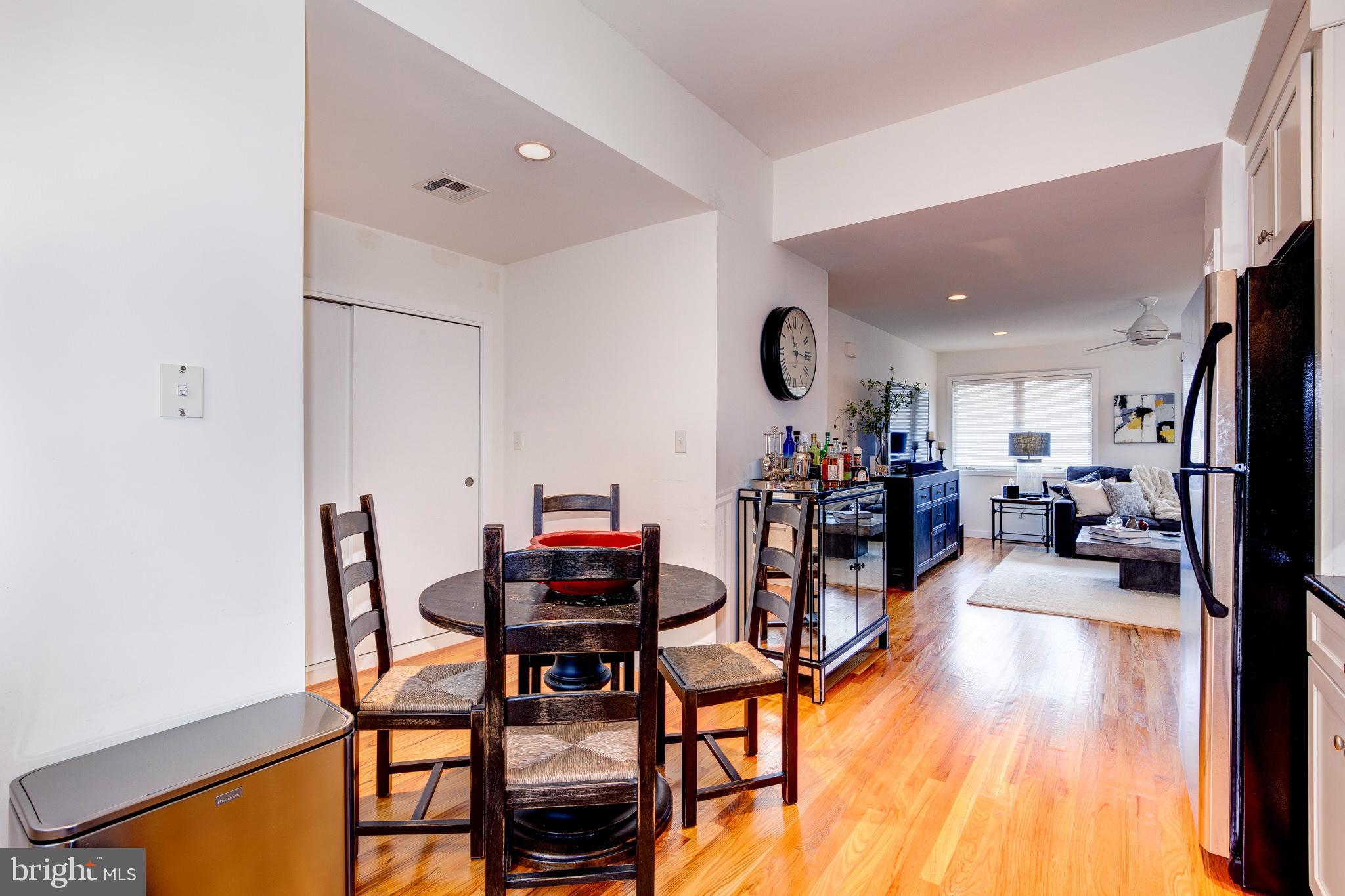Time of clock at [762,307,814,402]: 11:16
